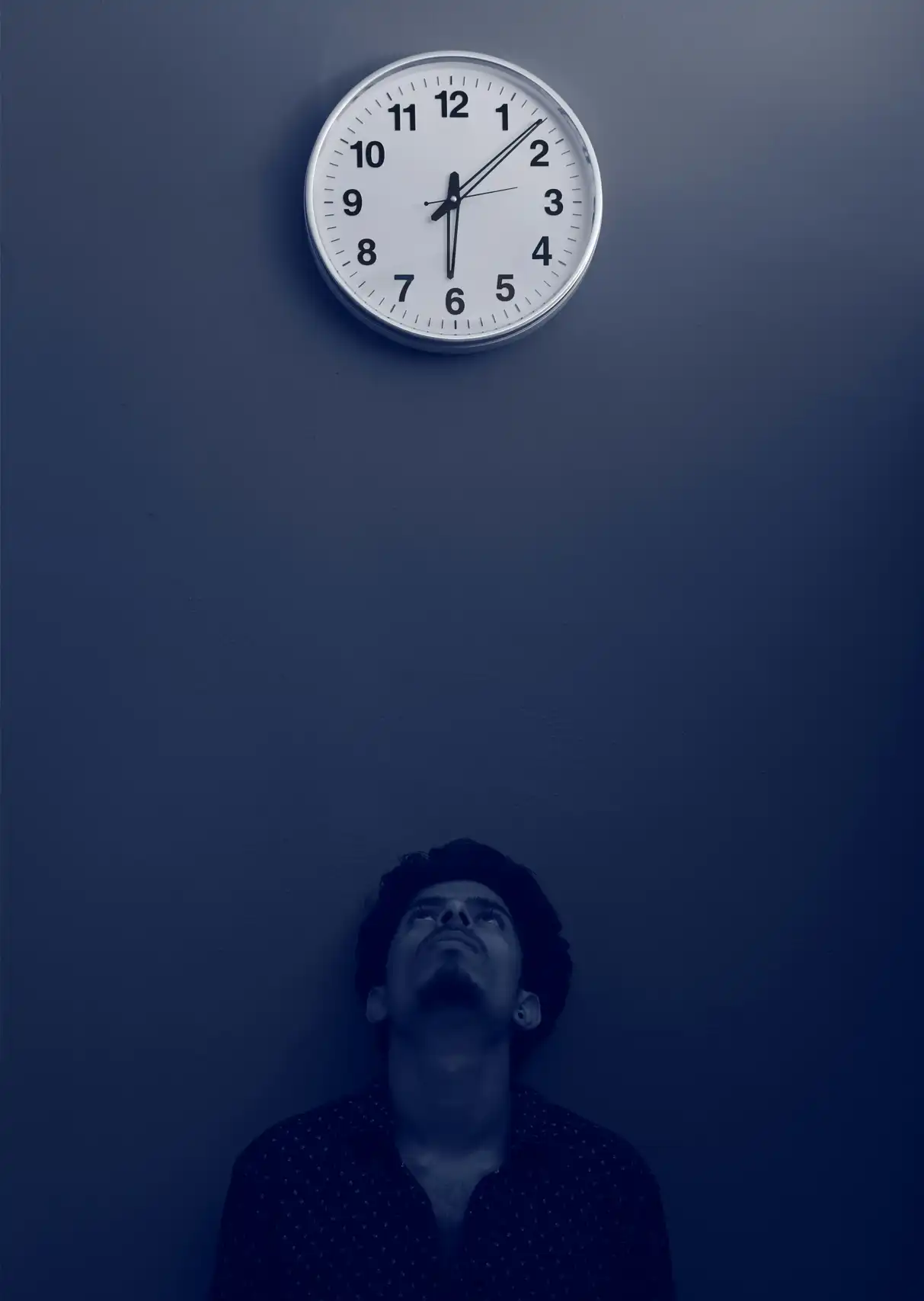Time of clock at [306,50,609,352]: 6:07
